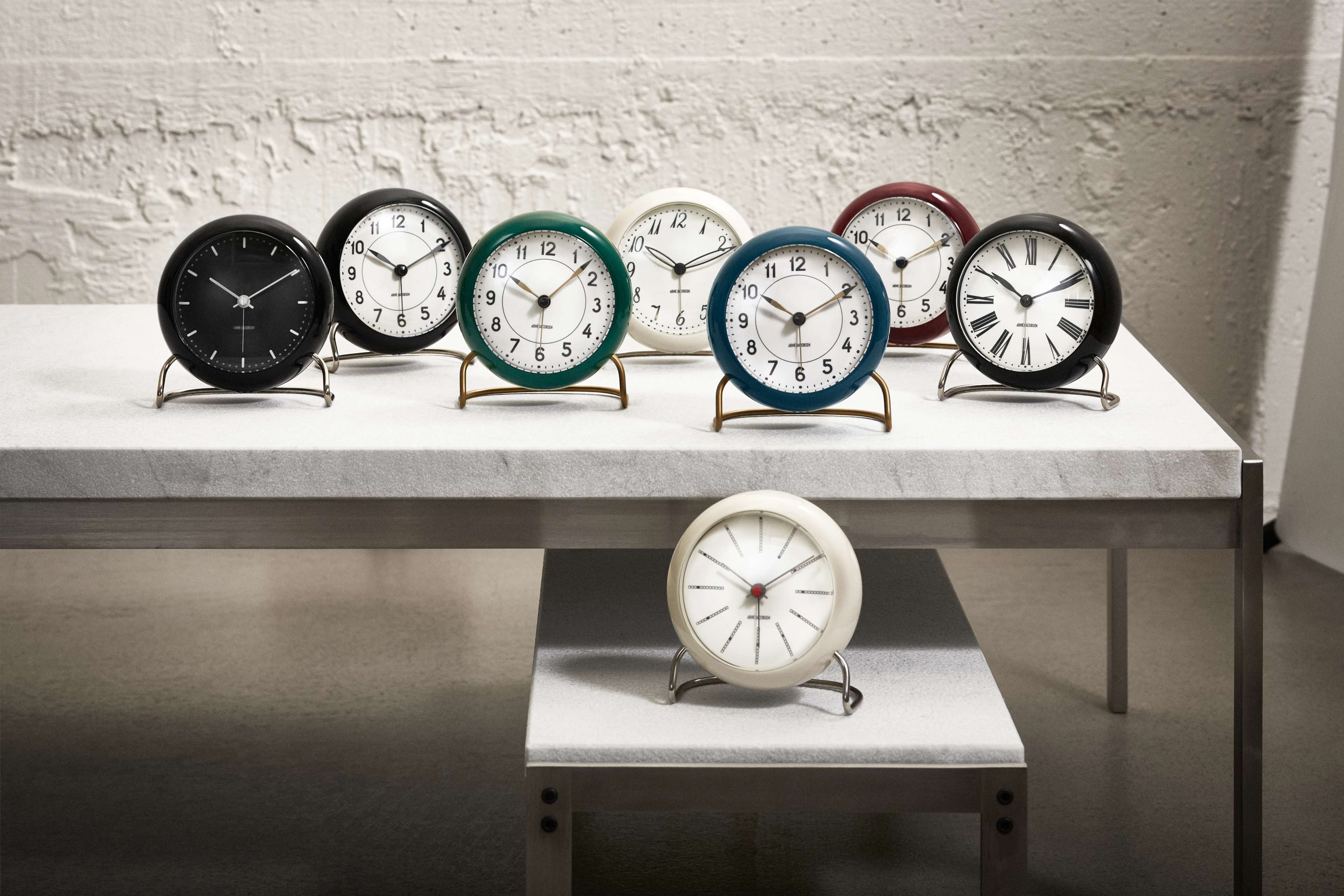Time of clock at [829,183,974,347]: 10:10
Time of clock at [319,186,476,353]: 10:10
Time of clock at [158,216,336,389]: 10:09
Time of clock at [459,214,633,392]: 10:07
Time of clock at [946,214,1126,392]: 10:10
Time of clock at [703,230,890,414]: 10:10
